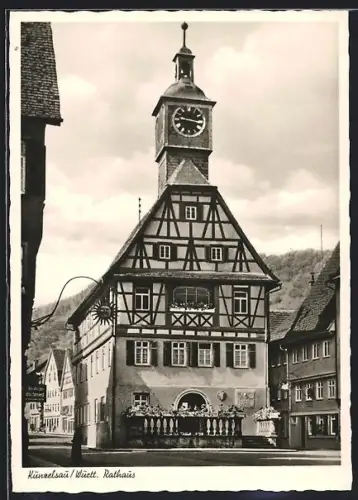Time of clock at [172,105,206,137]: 9:16
